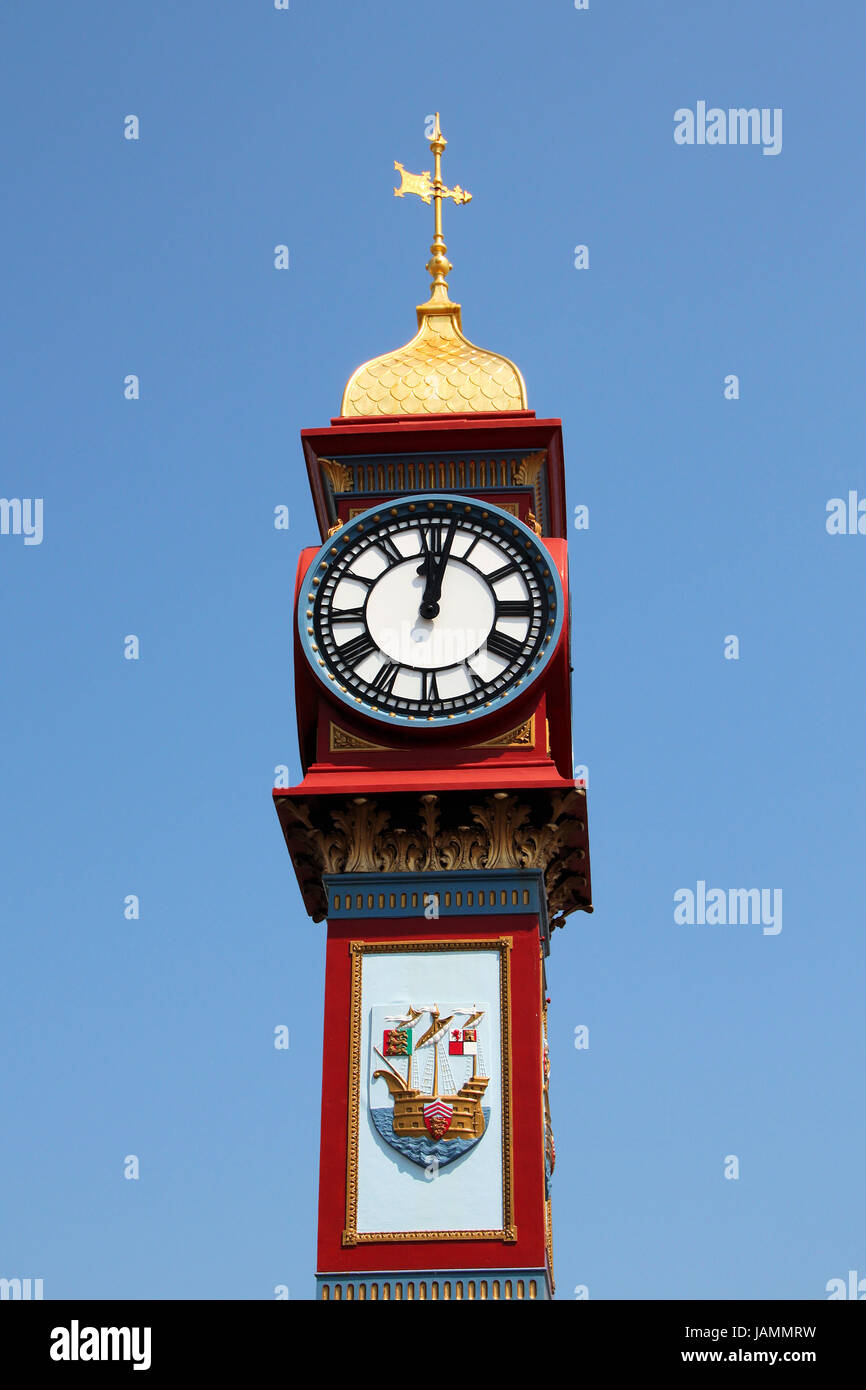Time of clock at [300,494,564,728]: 12:02
